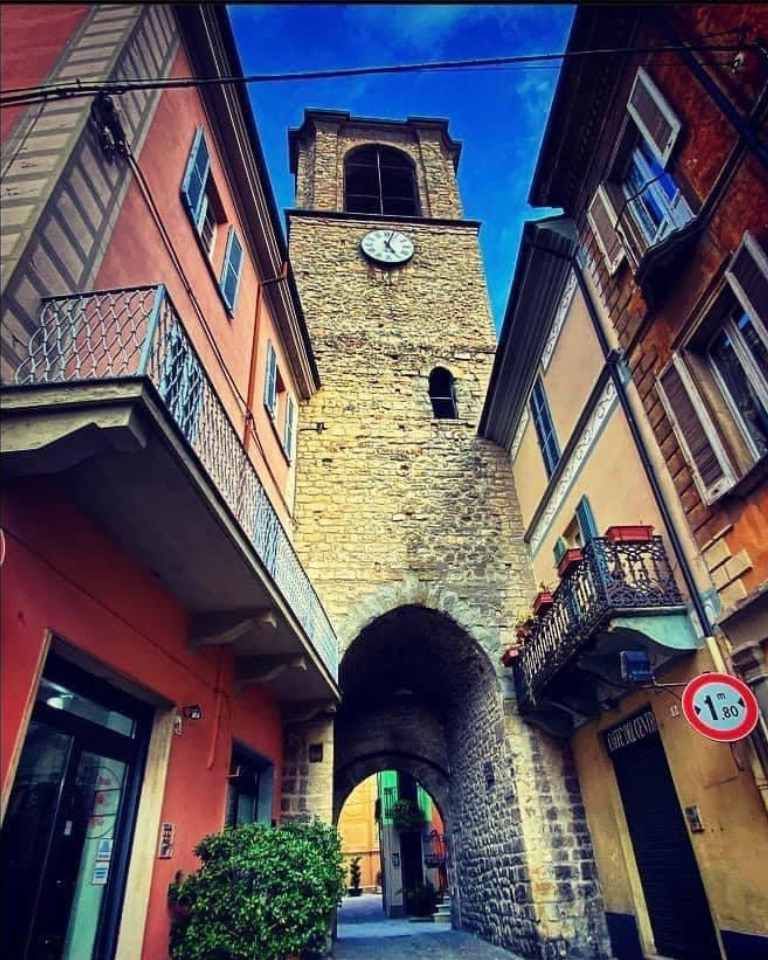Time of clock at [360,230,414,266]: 5:03
